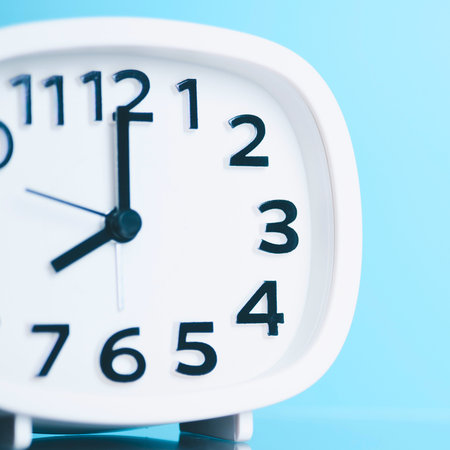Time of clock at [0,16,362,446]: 8:00
